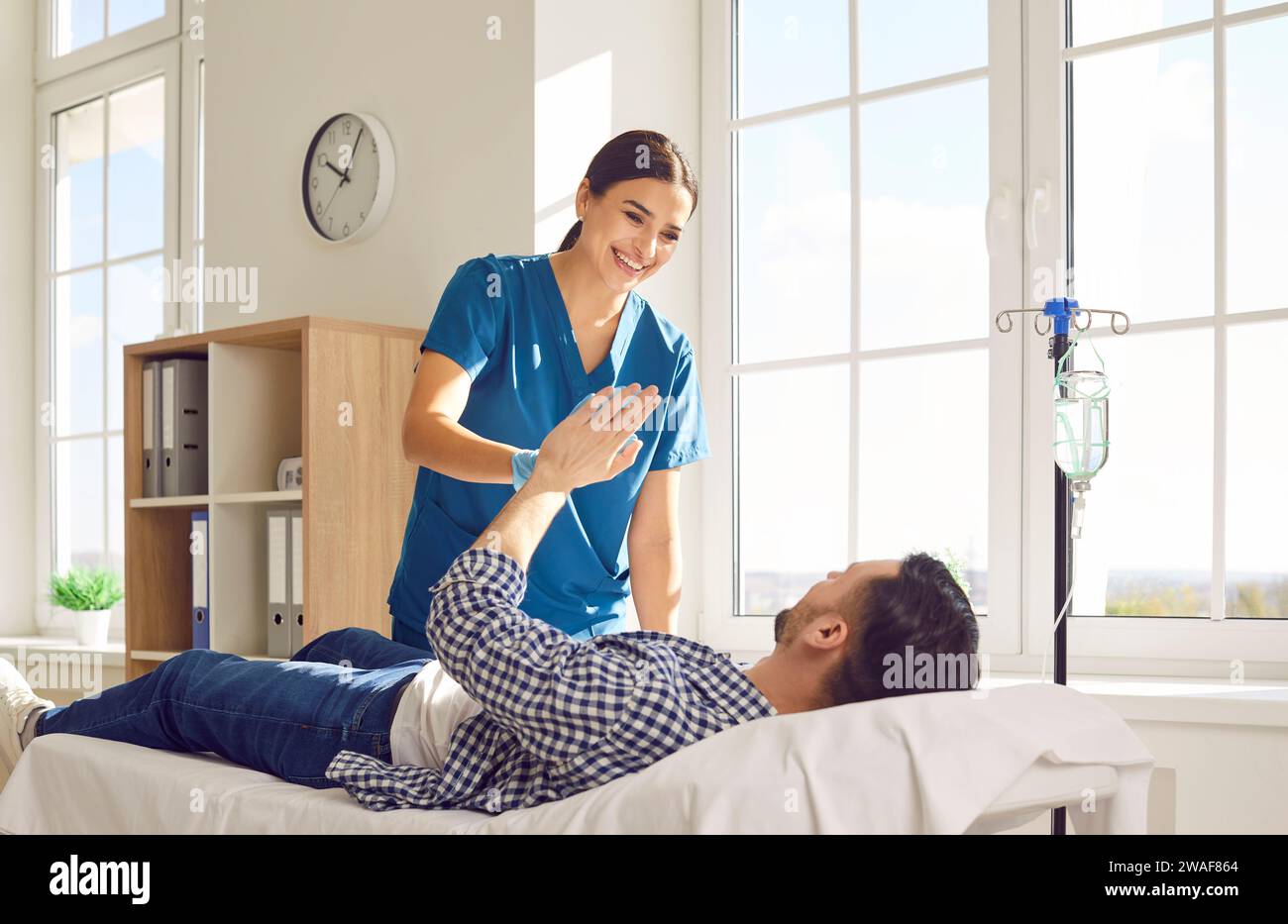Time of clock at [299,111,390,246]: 10:04
